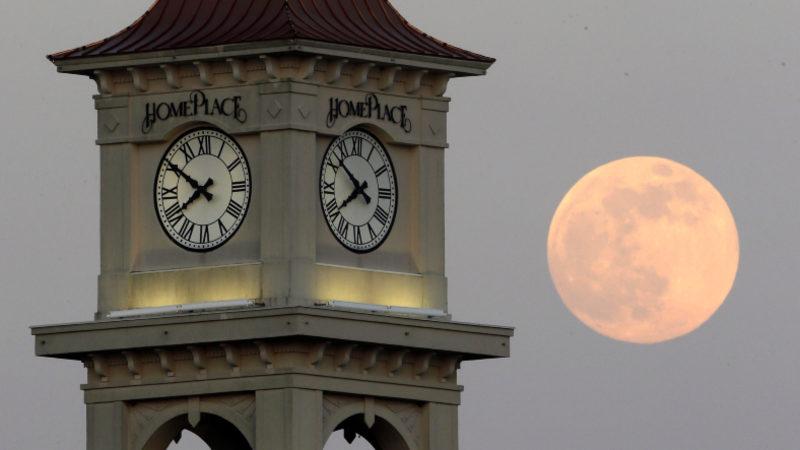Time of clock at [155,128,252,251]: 7:50
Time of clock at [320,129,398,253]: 7:51
